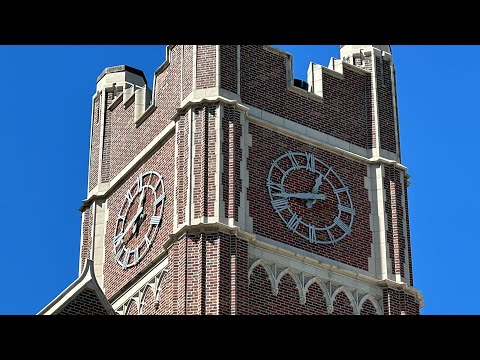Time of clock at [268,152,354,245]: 12:43
